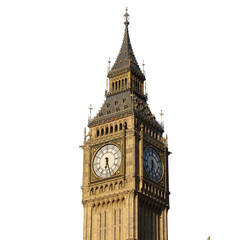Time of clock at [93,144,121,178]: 6:27
